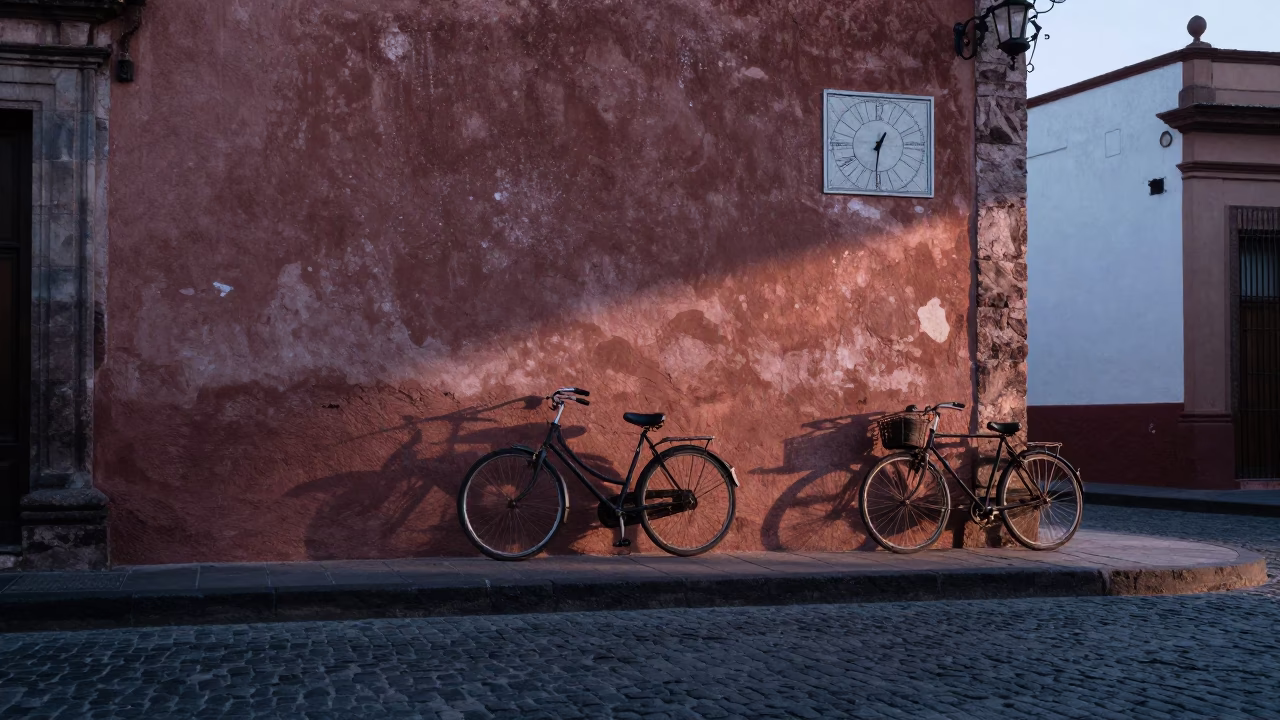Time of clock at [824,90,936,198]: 12:31
